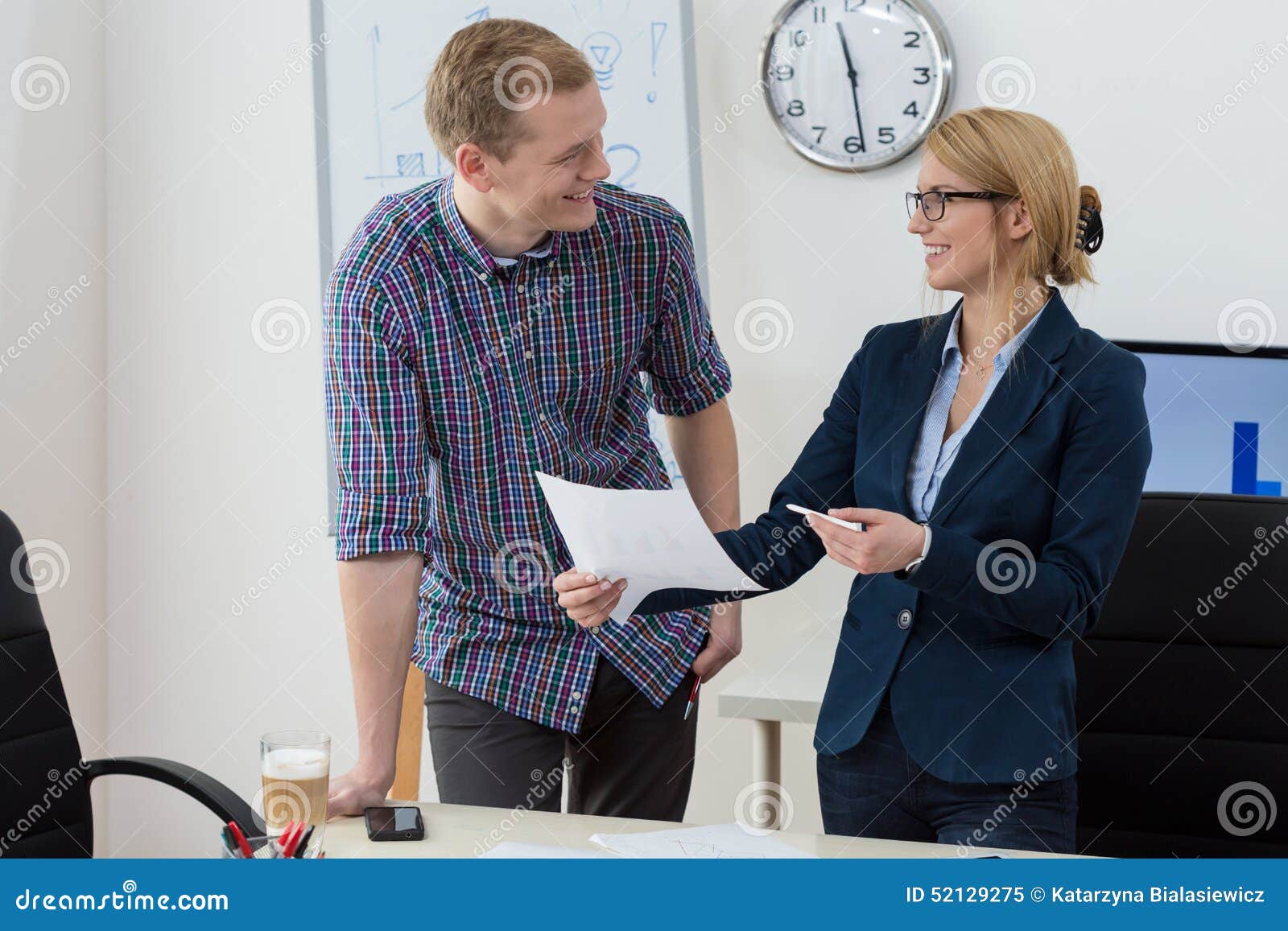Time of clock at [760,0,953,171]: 11:28
